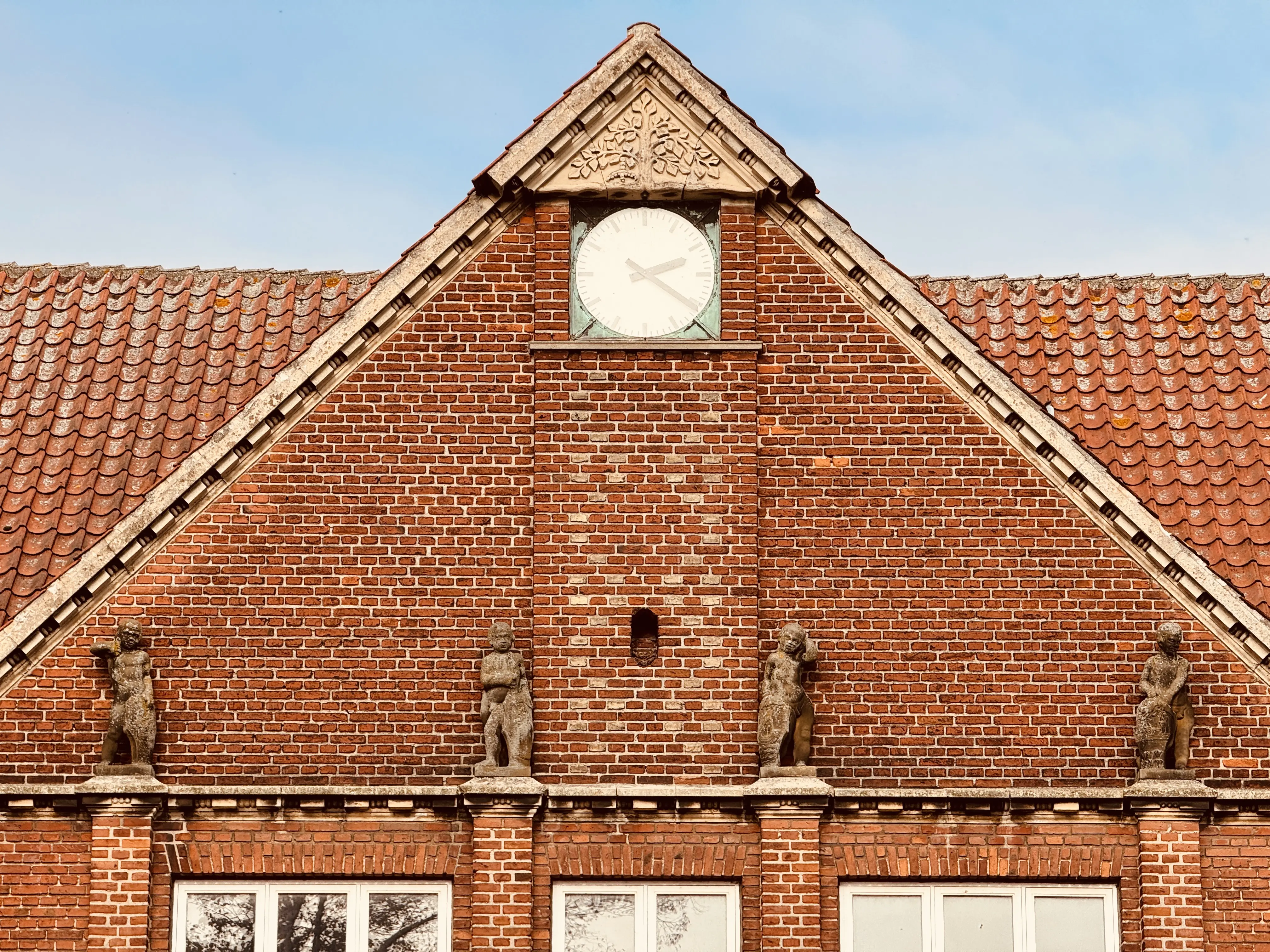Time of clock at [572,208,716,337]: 2:21
